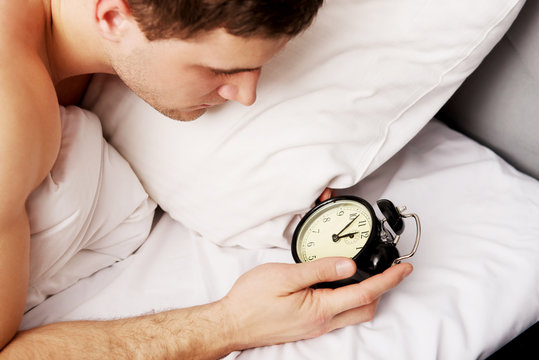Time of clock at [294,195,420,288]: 3:08
